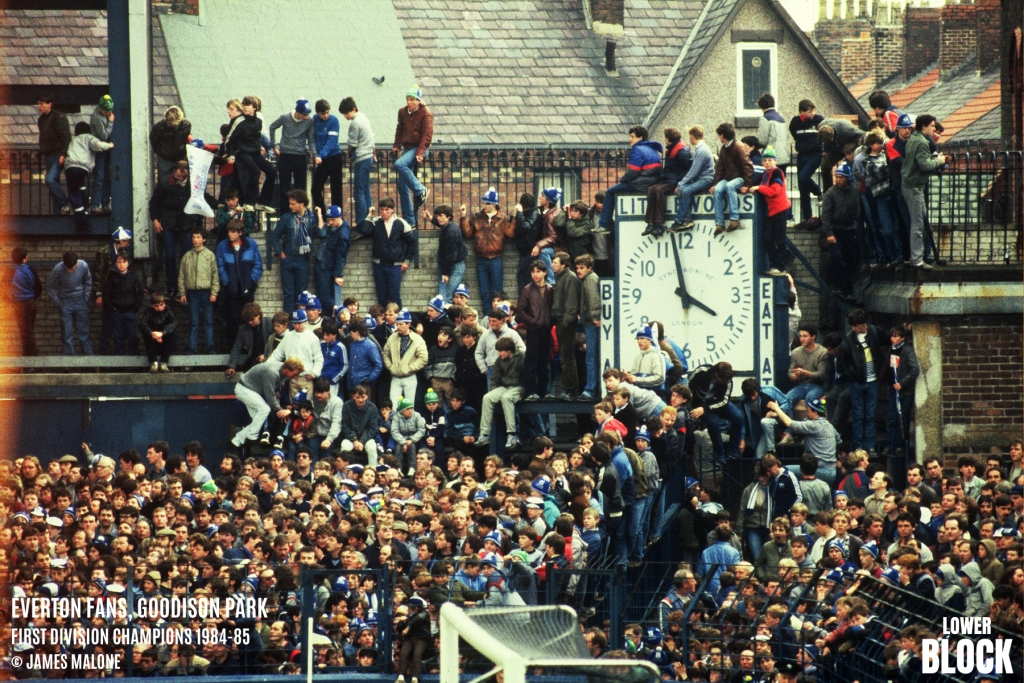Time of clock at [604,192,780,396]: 3:58
